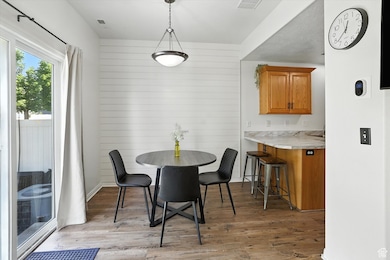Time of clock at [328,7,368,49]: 12:37
